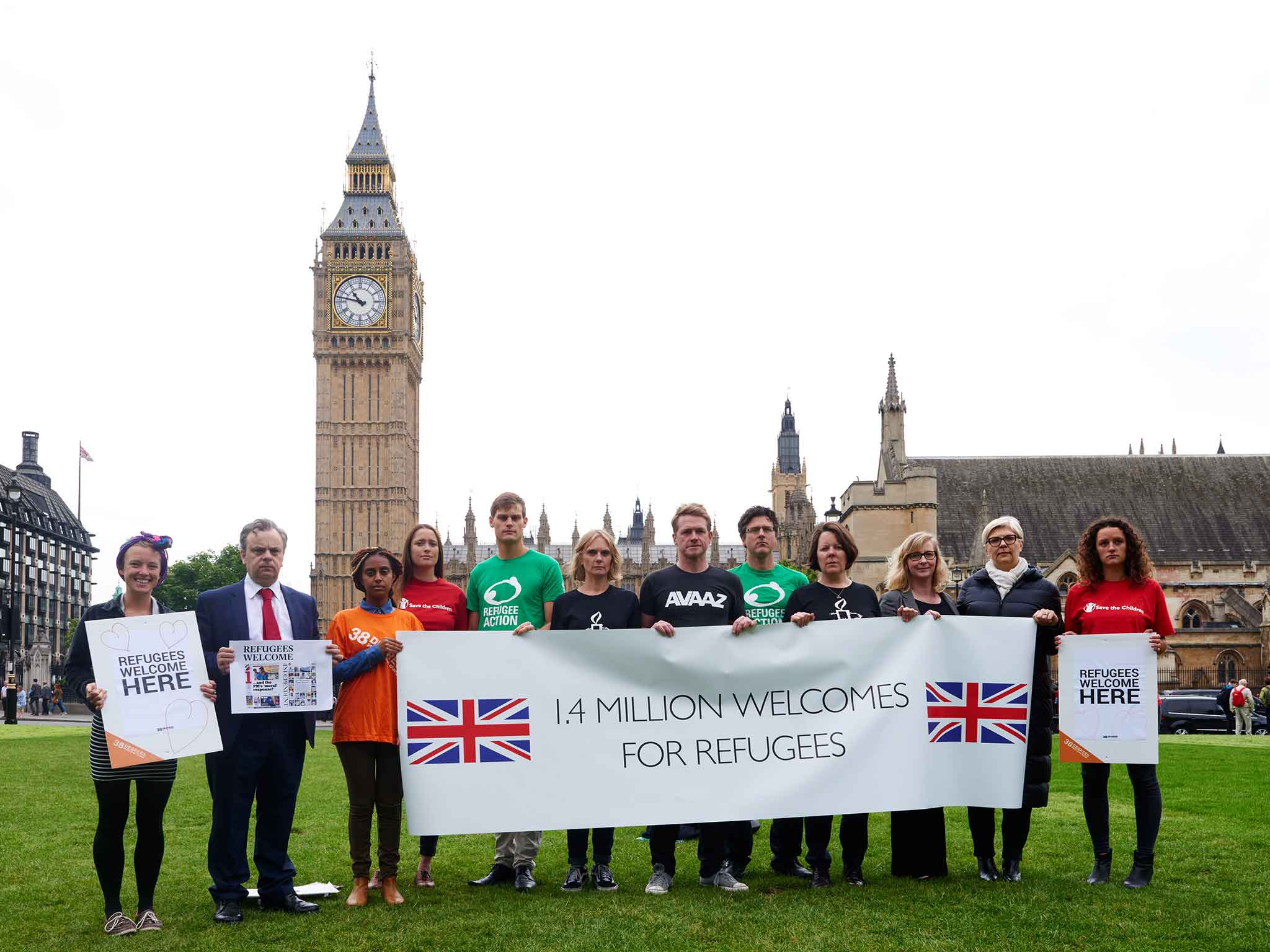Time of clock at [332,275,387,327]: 10:47
